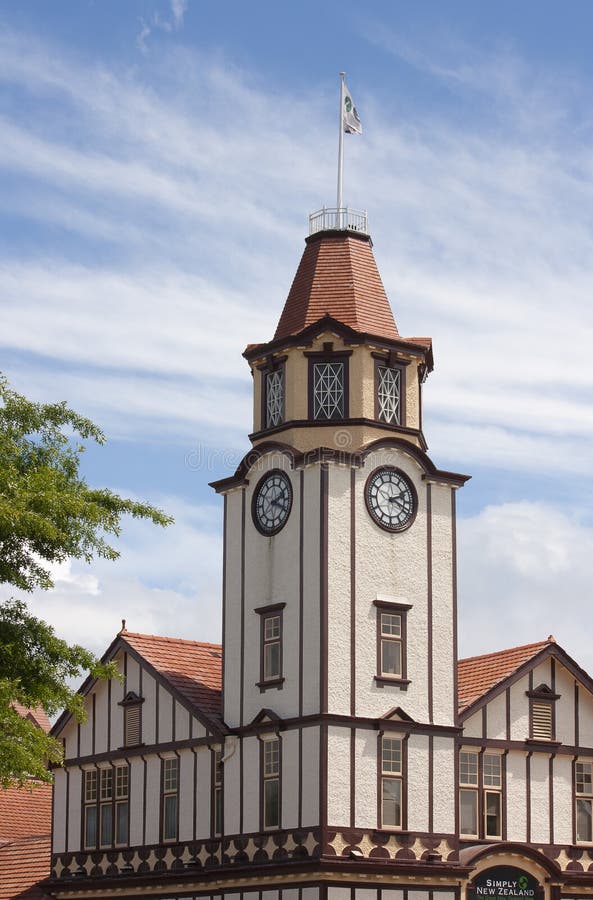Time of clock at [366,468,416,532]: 2:18
